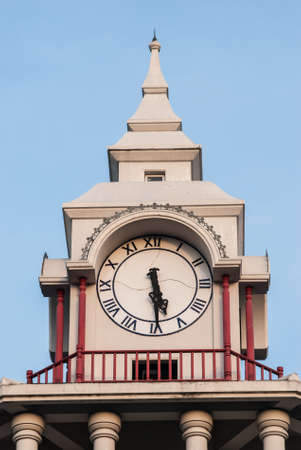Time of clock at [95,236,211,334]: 5:29
